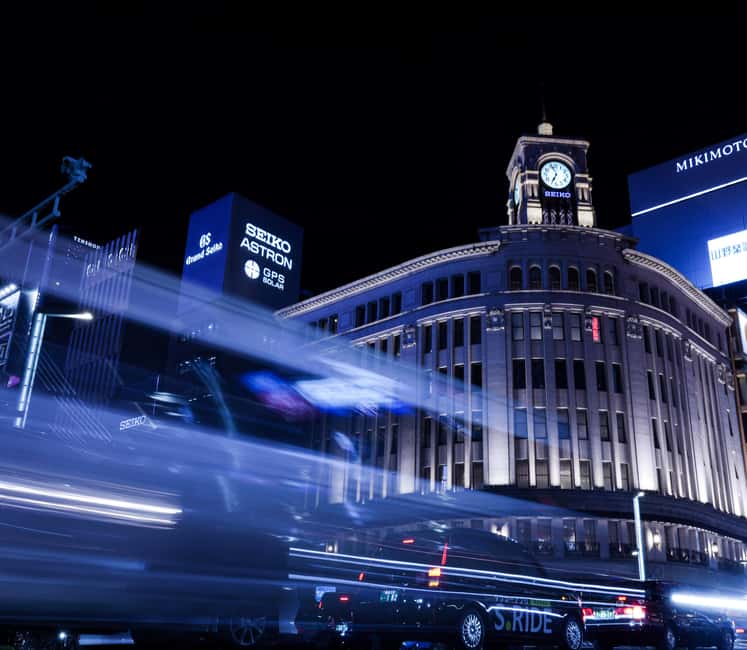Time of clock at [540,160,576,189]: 6:56
